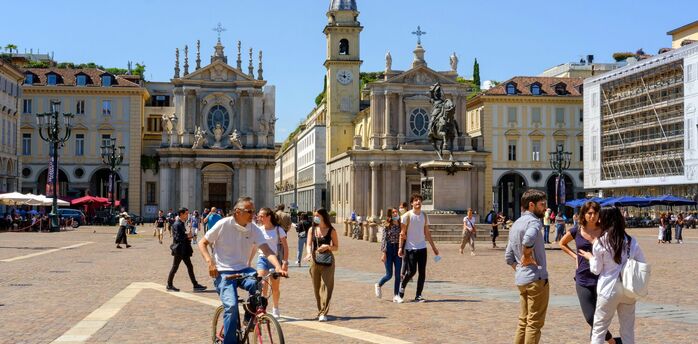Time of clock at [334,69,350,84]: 11:47
